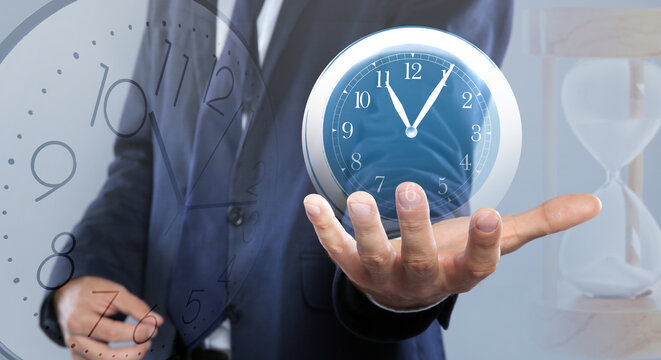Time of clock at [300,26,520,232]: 11:05
